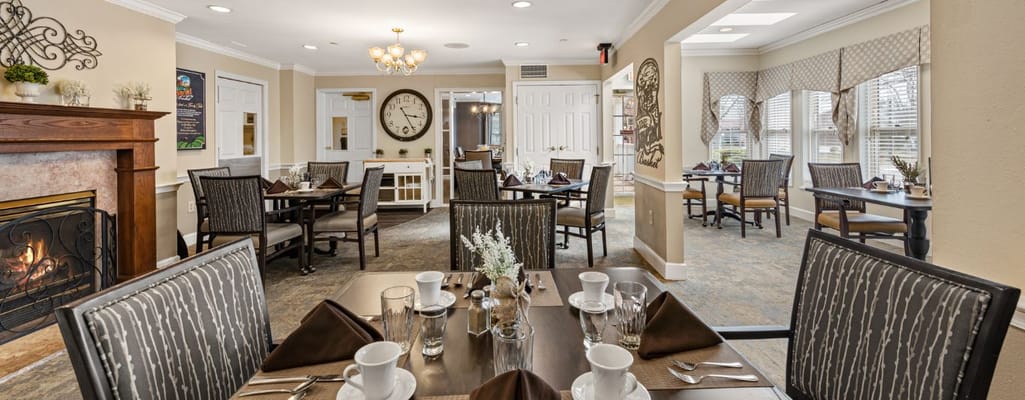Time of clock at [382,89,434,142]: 3:25
